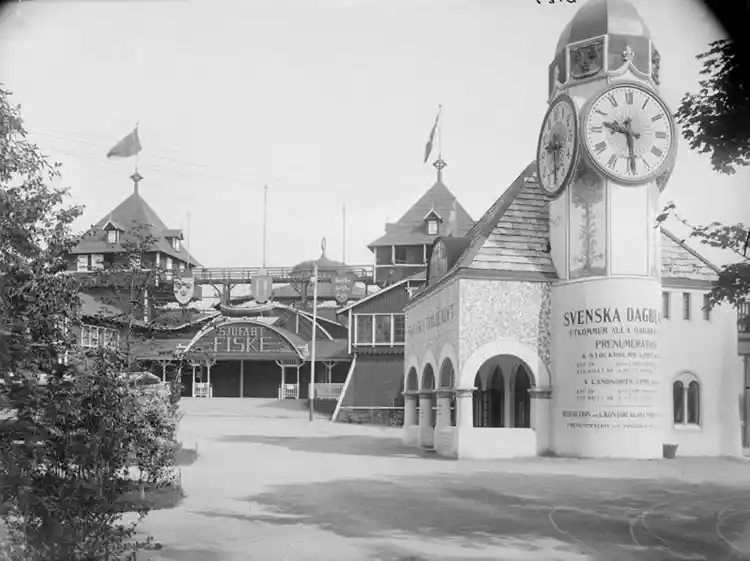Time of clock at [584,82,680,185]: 9:28
